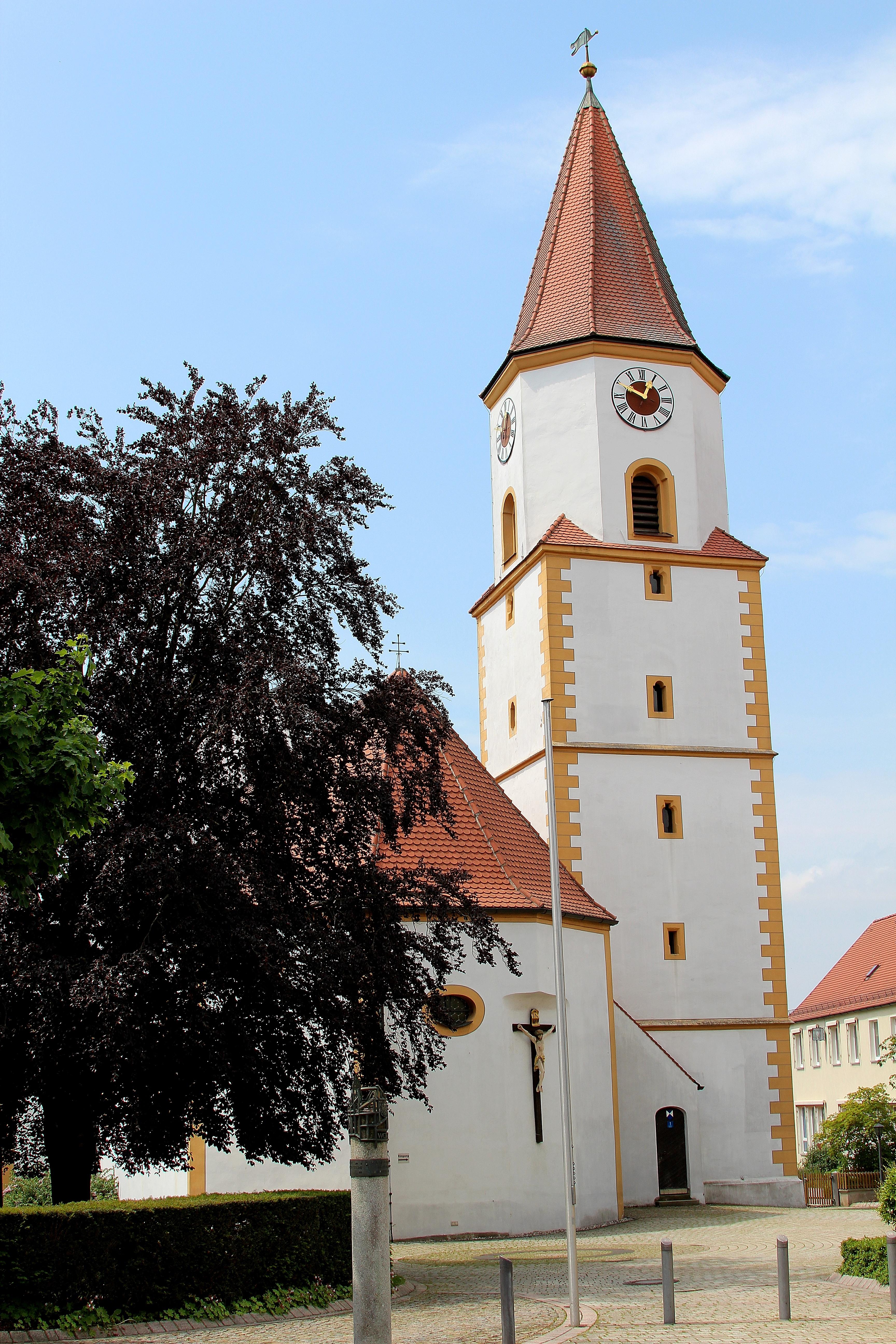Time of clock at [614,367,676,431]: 12:49
